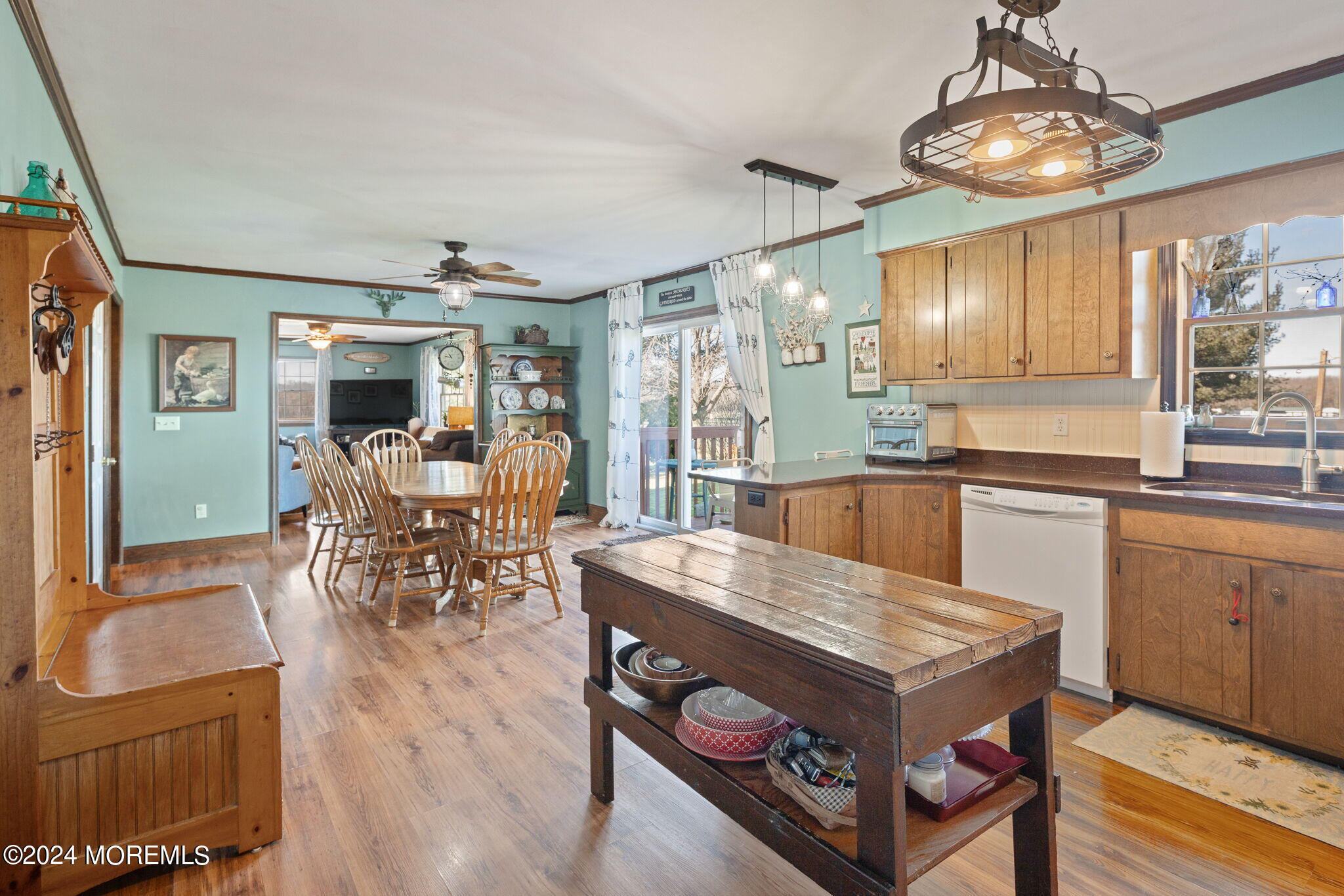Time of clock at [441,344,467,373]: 10:47
